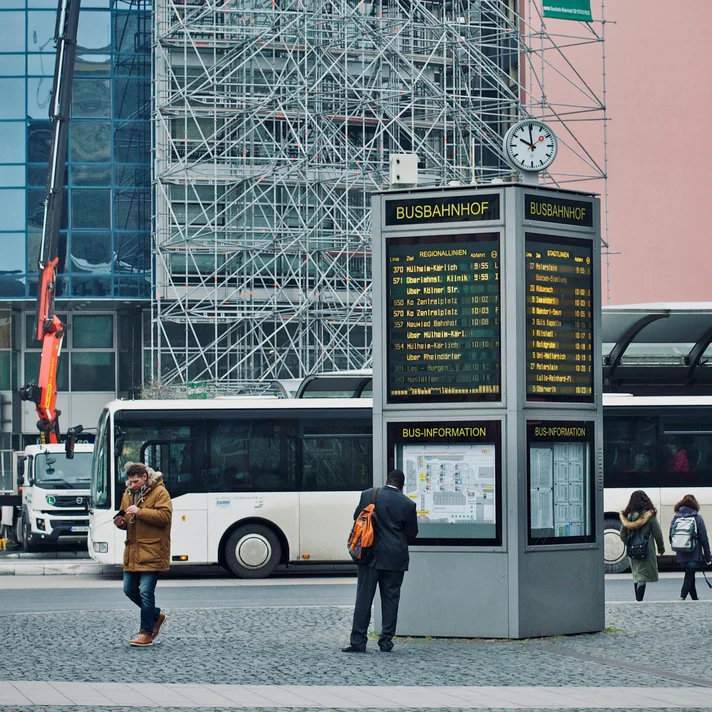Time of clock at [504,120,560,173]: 9:58
